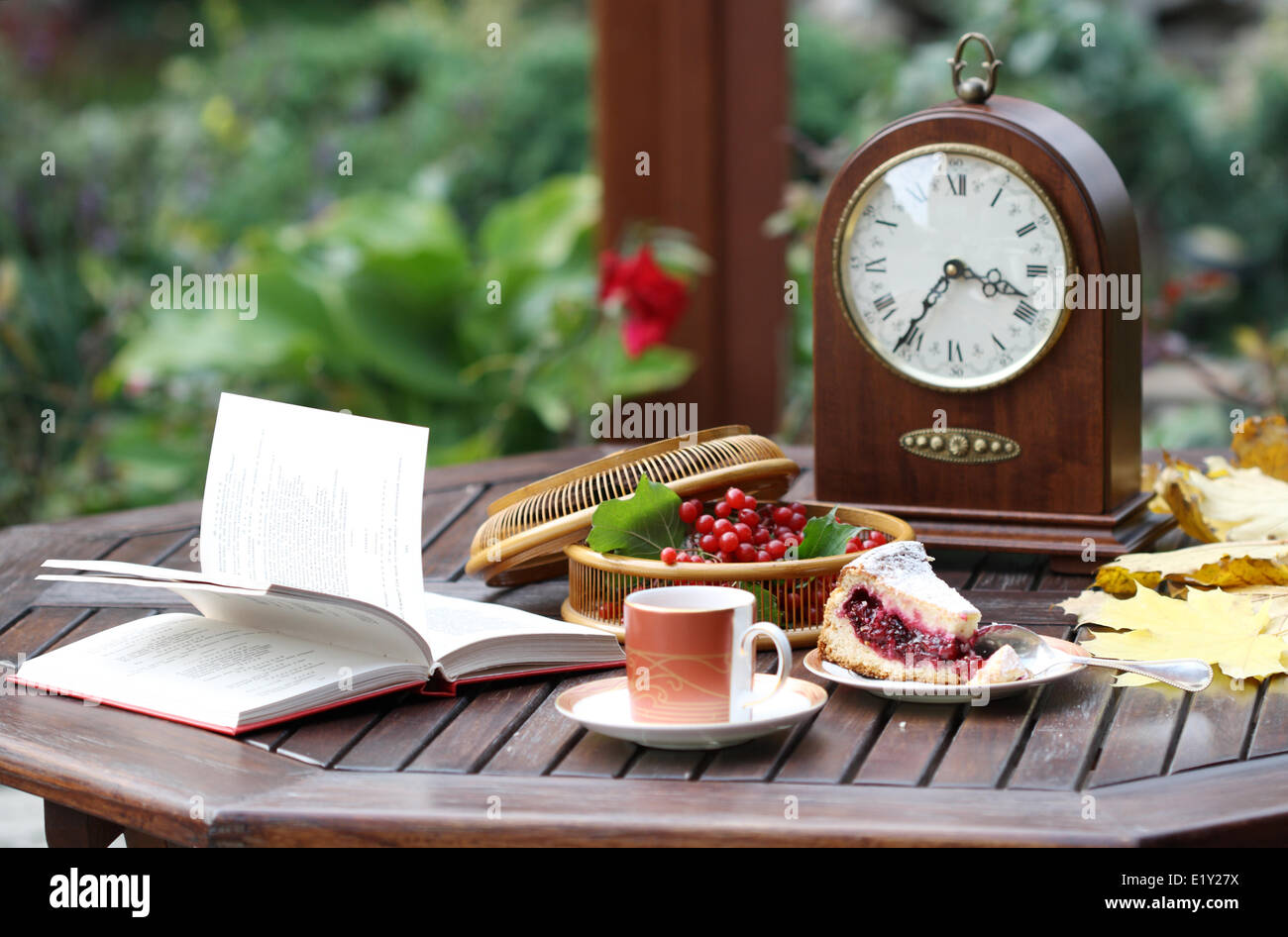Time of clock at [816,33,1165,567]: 3:36
